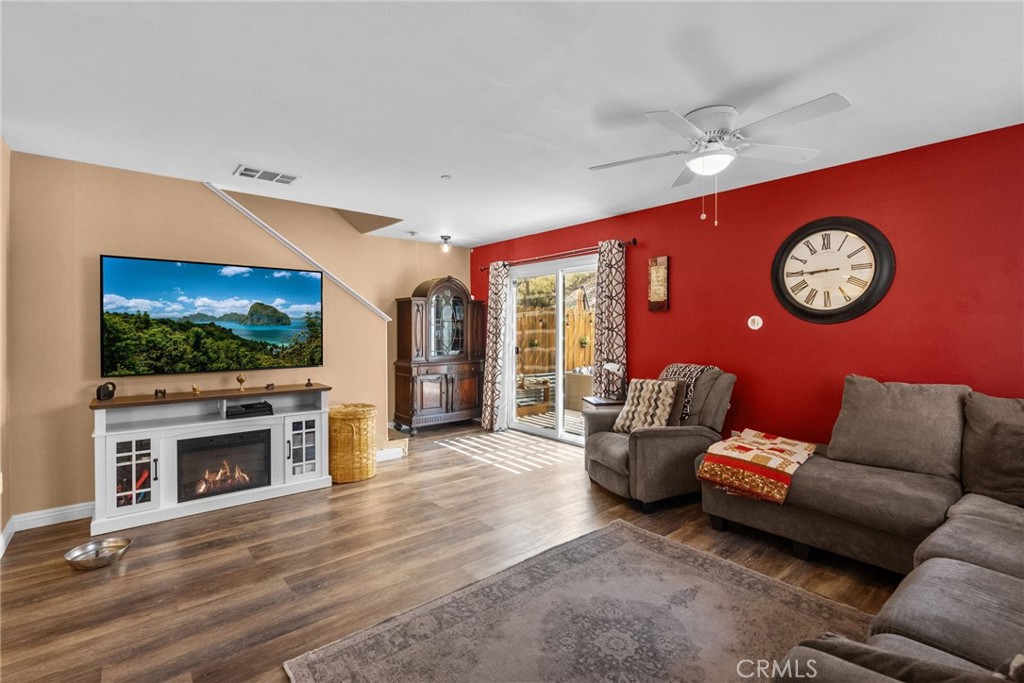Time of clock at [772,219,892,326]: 8:44
